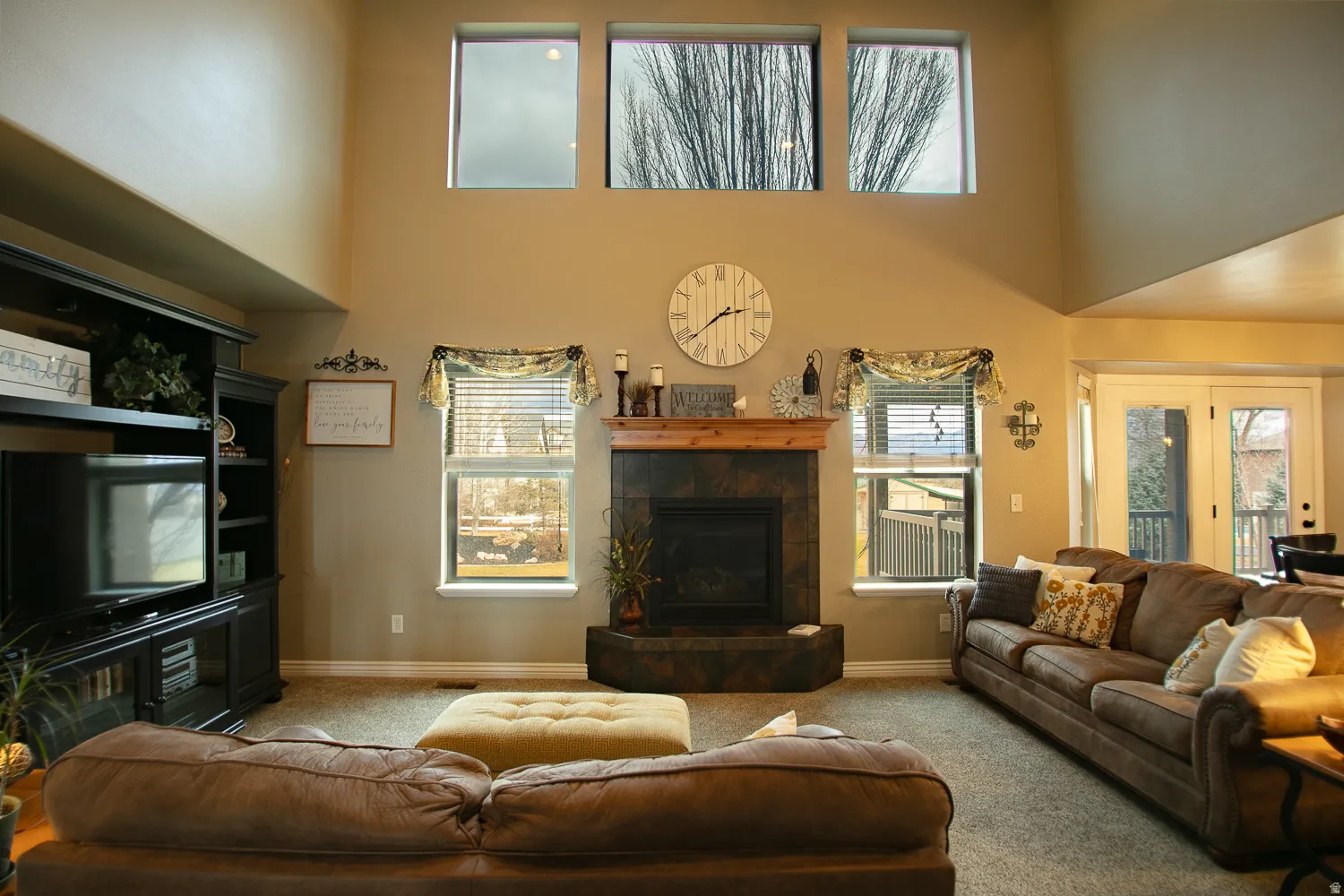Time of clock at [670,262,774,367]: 2:38
